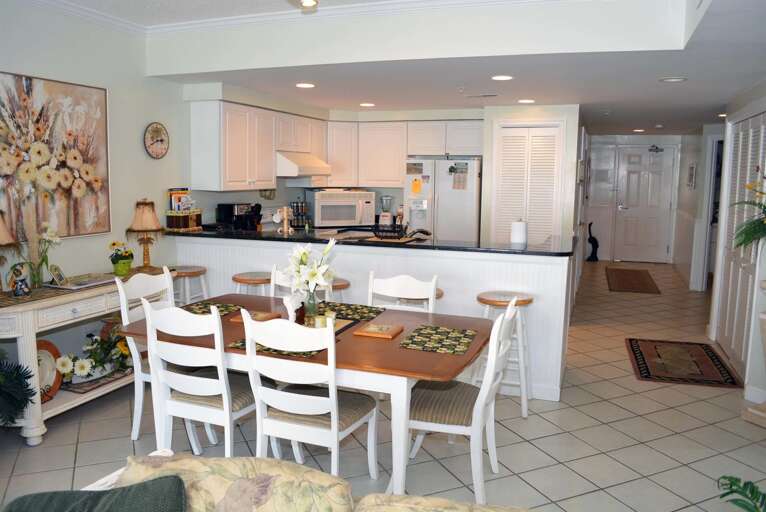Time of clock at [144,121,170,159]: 2:40
